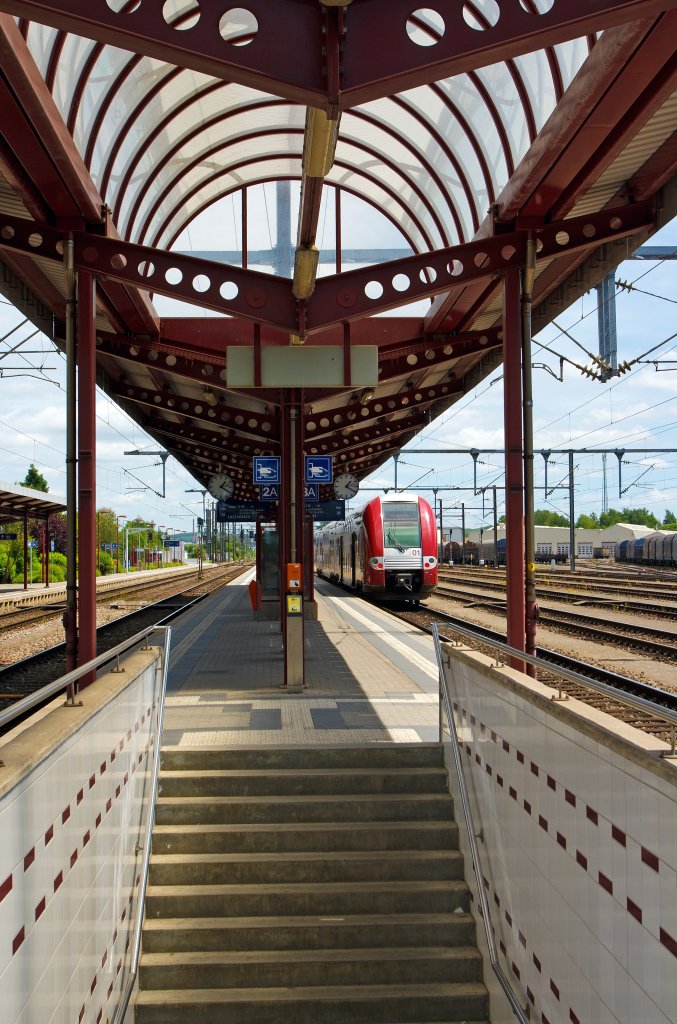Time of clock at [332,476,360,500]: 1:20
